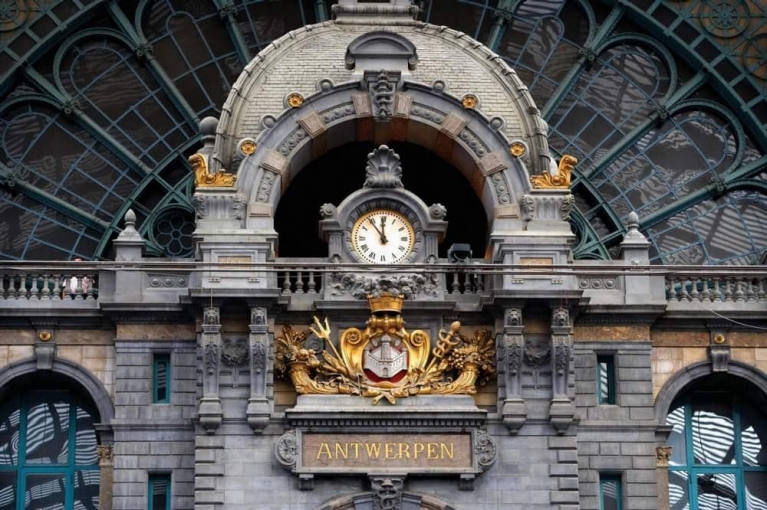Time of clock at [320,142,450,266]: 11:53
